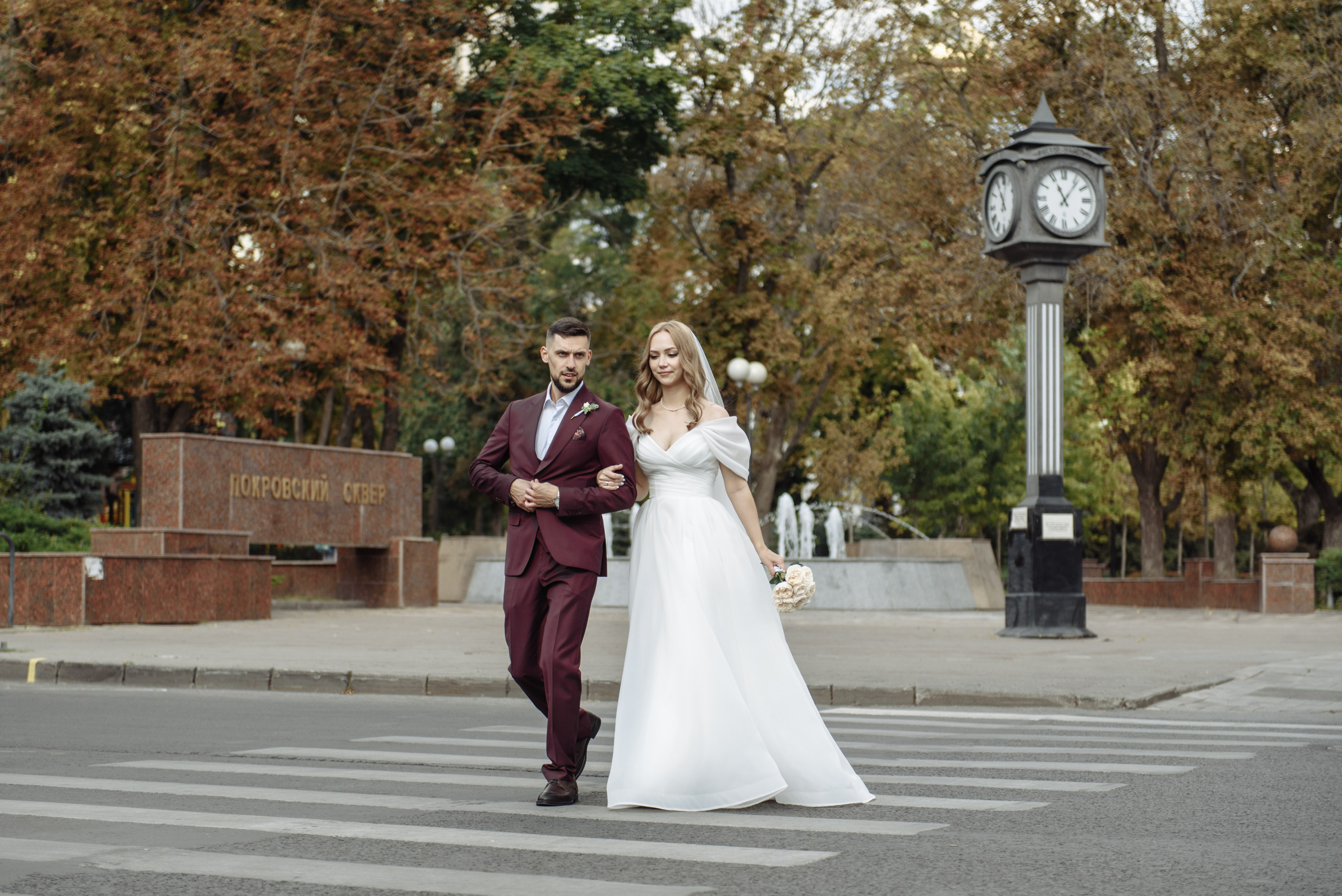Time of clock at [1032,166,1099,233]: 11:06
